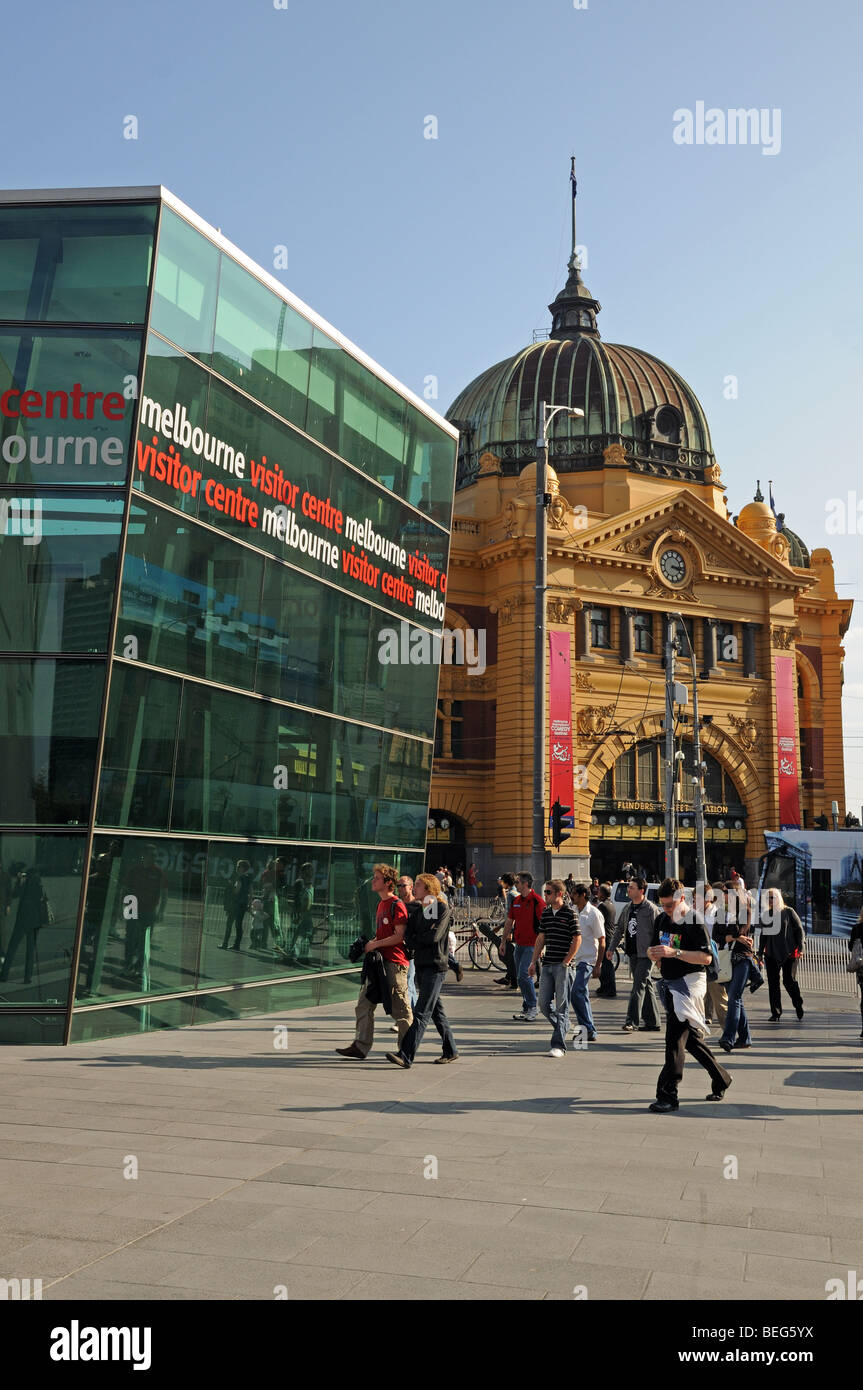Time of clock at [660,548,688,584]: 3:17
